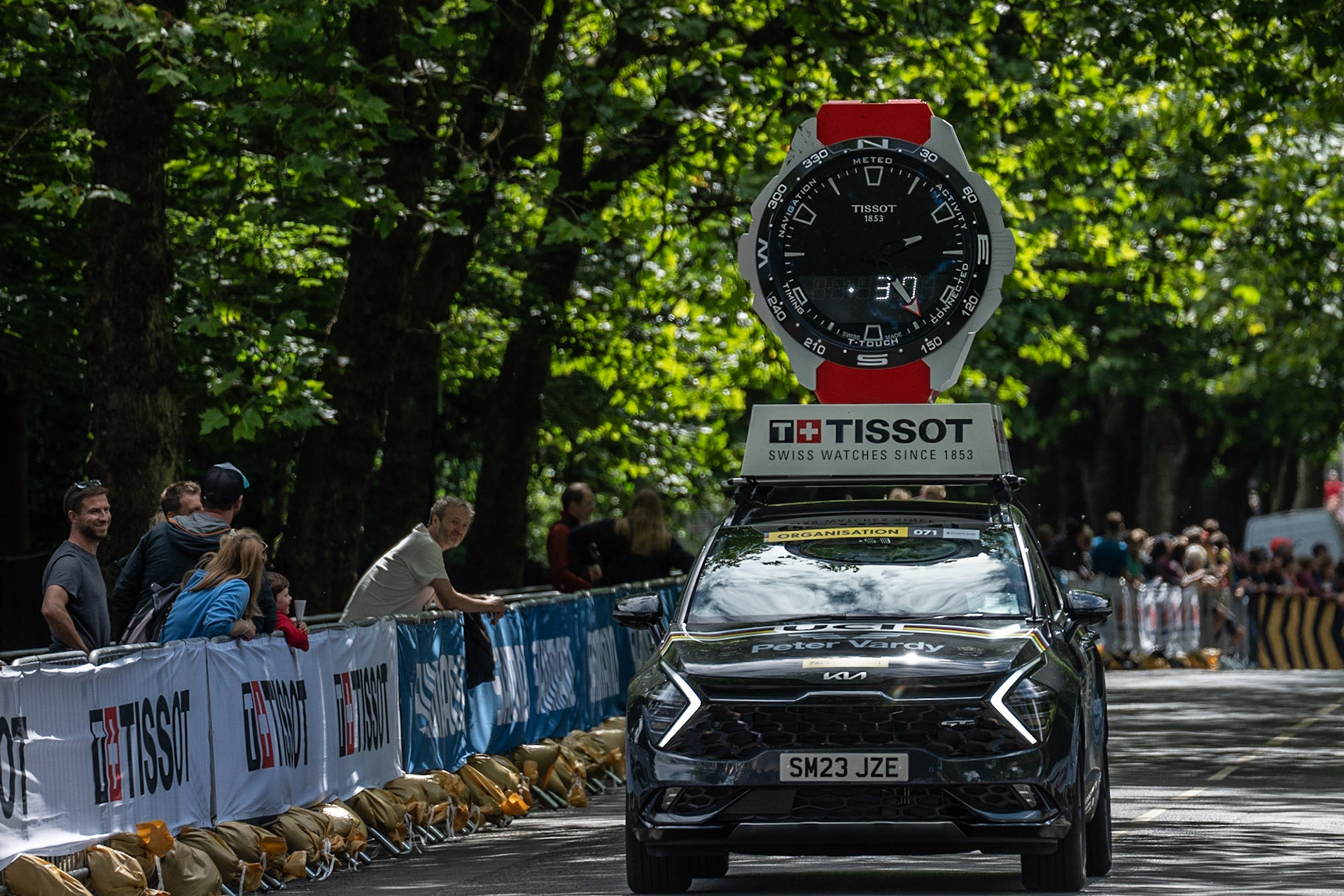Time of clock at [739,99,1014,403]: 4:43
